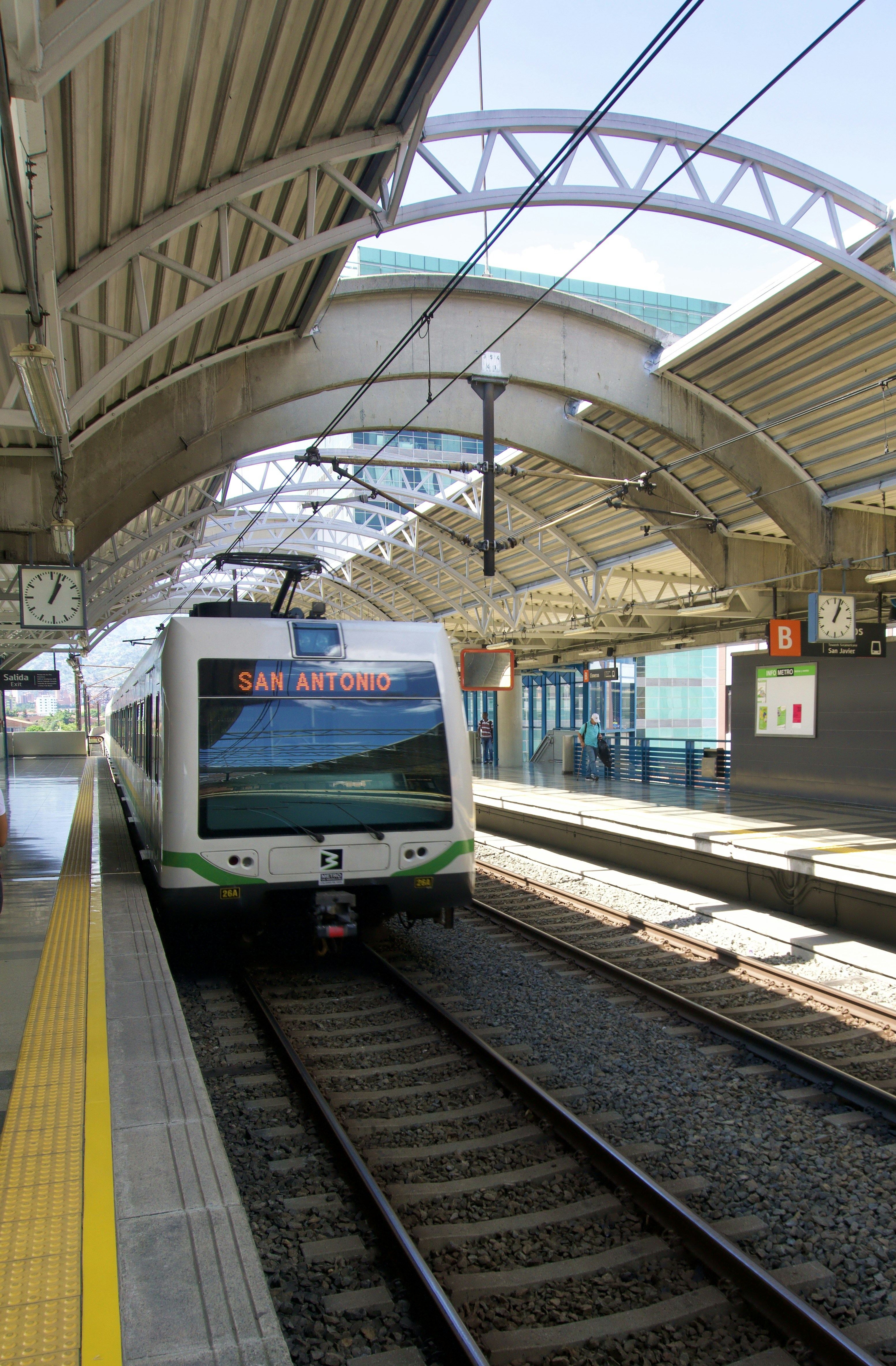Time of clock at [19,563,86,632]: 1:03
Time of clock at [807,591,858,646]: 1:03
